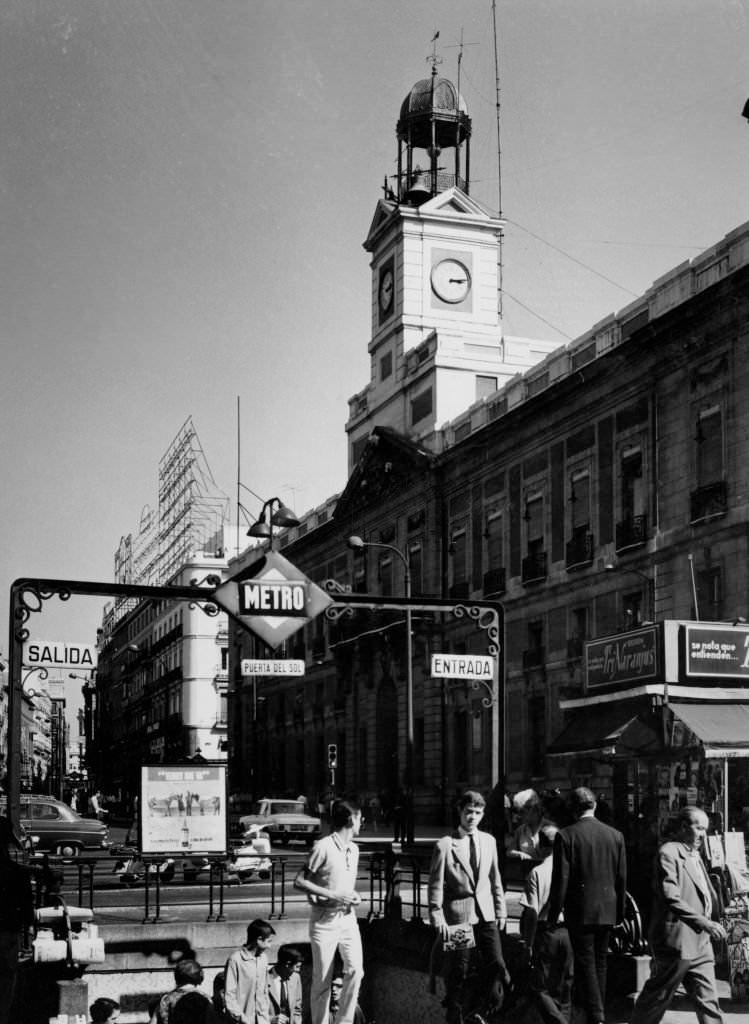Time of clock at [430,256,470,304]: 3:14
